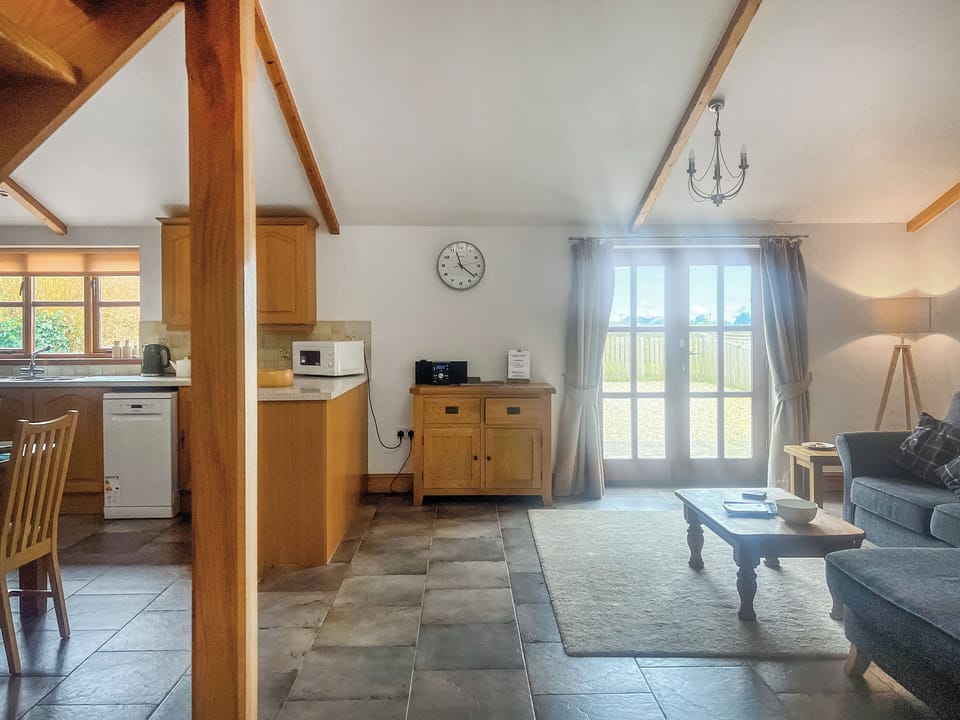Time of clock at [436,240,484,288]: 11:21
